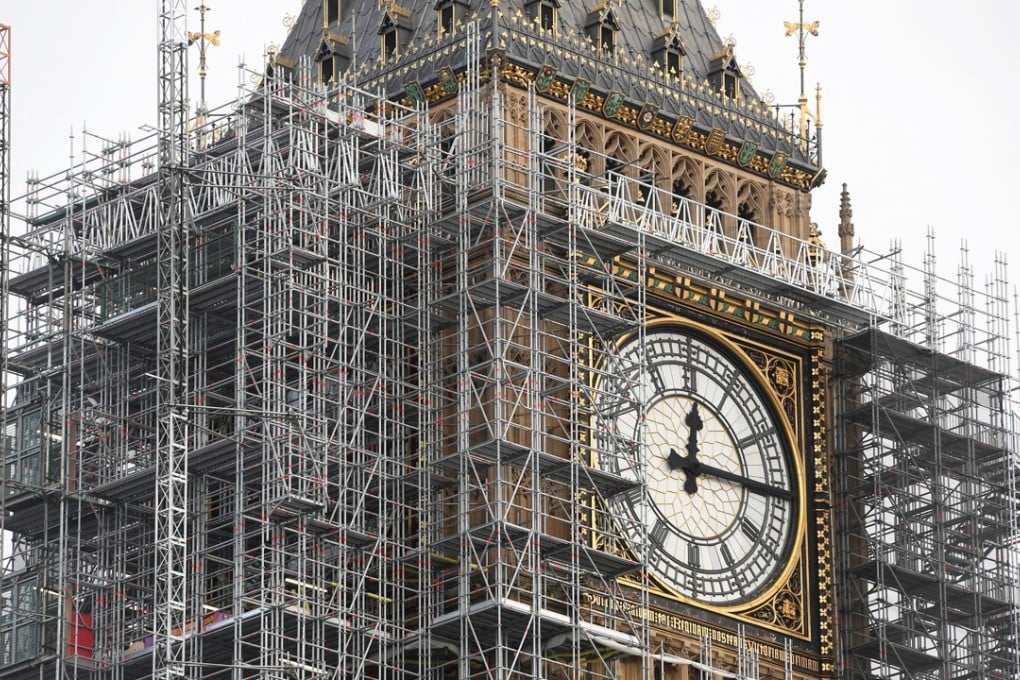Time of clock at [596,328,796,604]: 12:14
